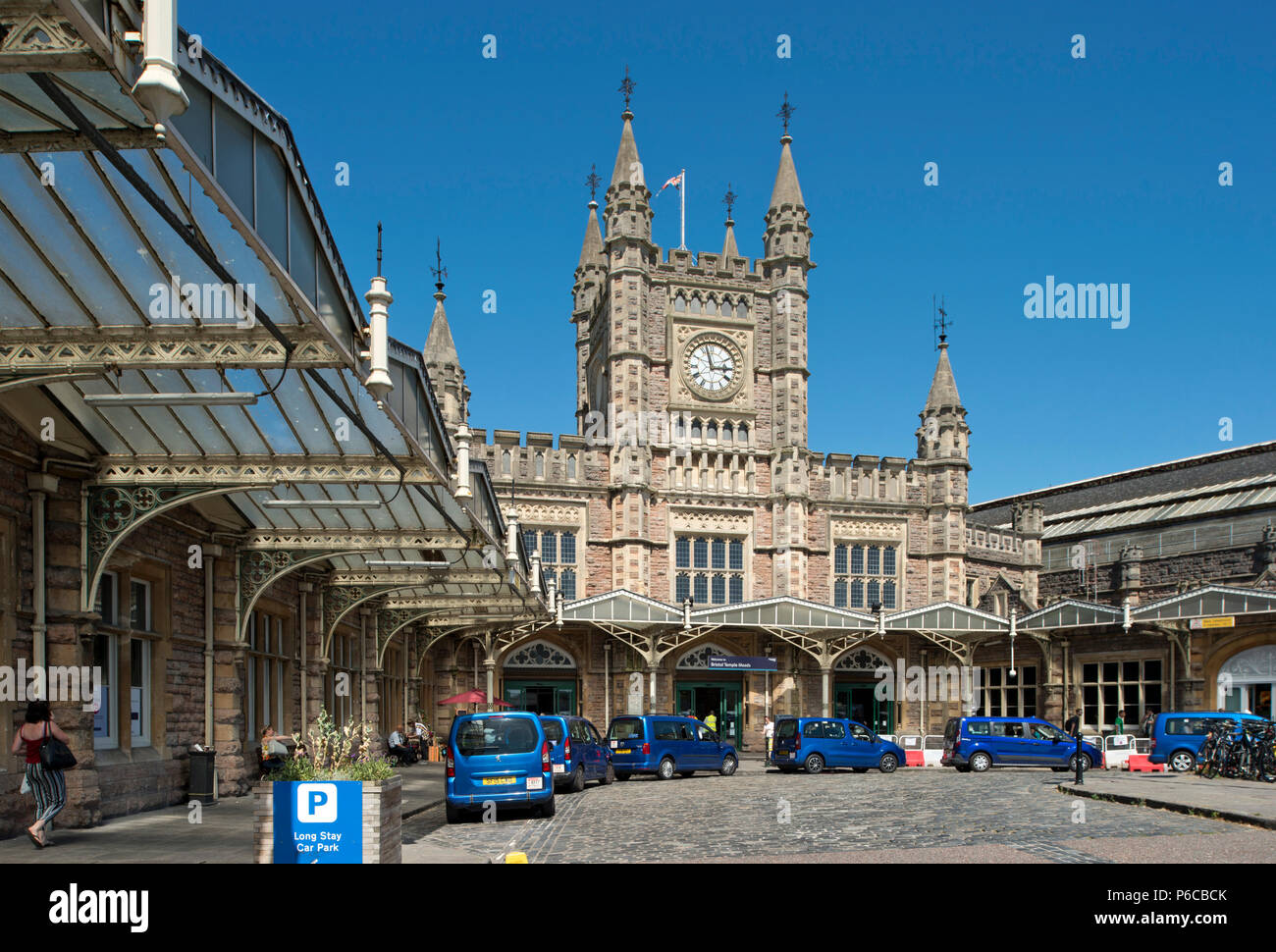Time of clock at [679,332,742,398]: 2:57
